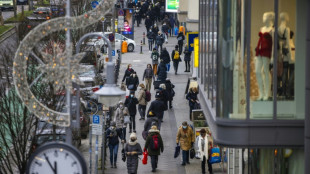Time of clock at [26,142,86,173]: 11:54
